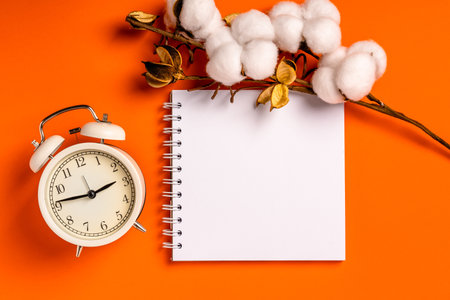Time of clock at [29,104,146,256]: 2:46
